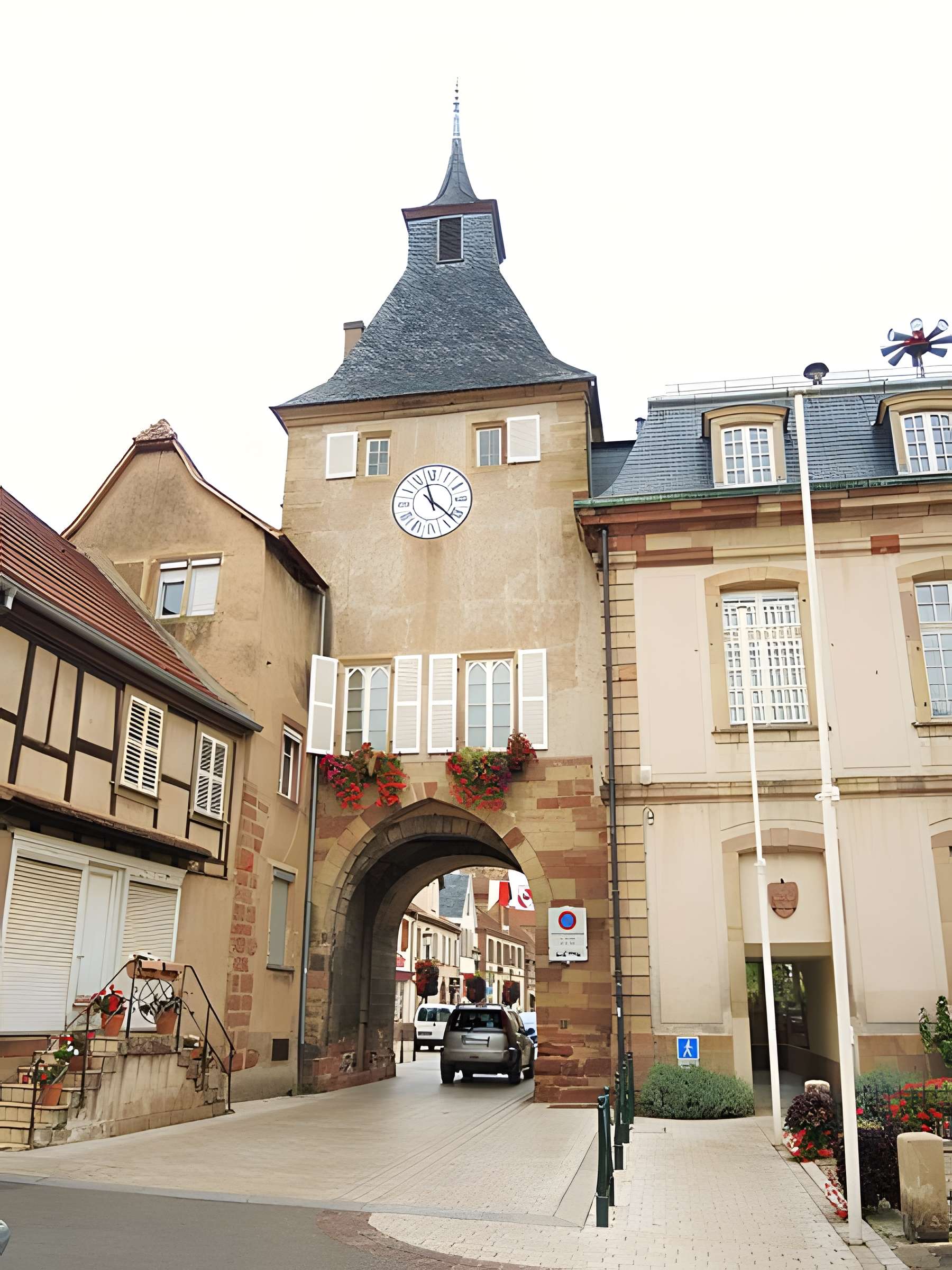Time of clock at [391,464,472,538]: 11:21
